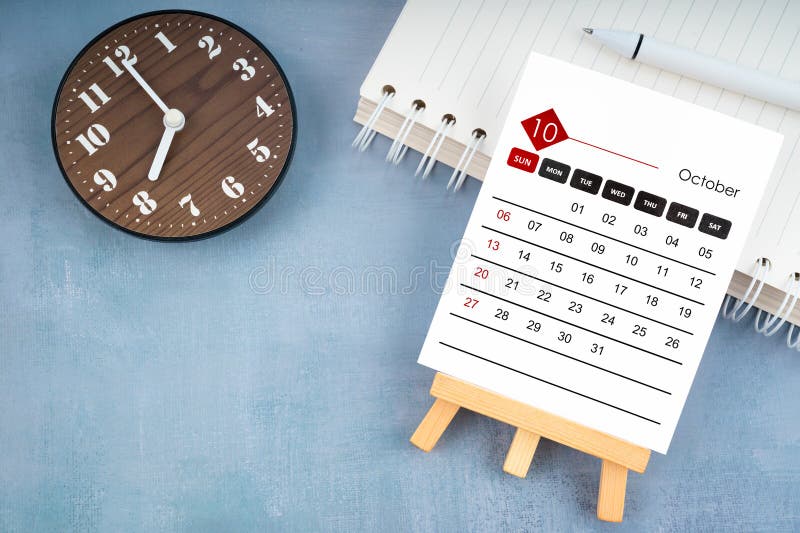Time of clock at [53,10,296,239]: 6:55
